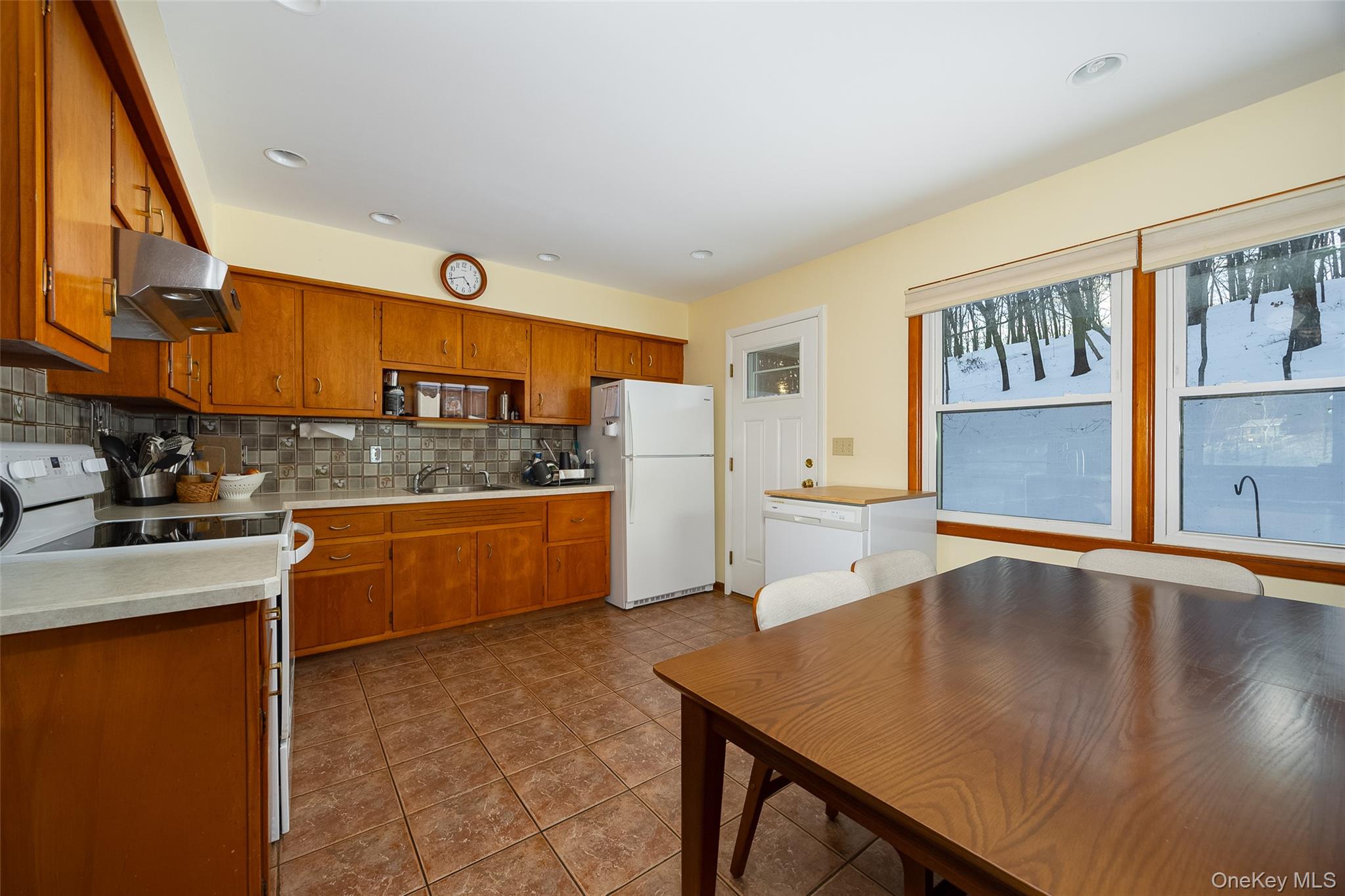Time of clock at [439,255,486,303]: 4:42
